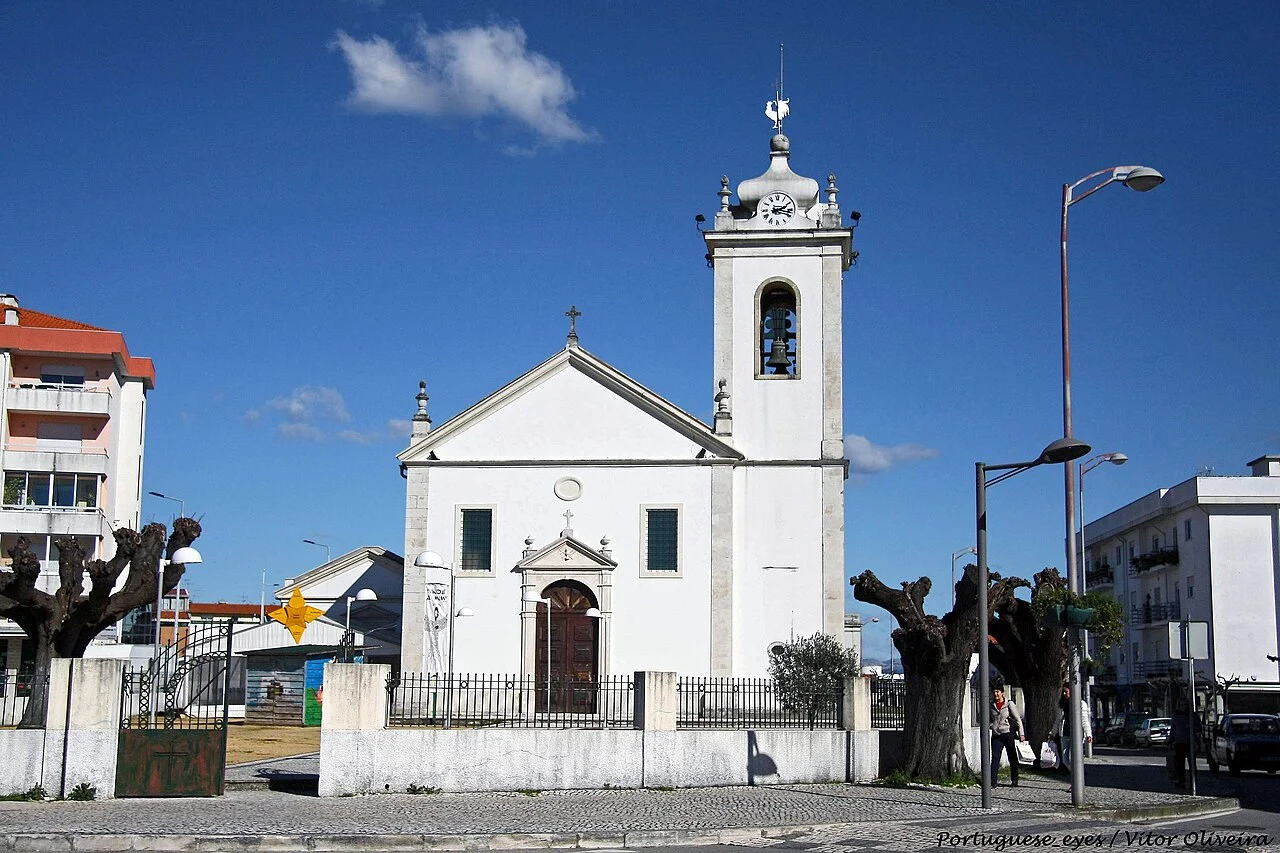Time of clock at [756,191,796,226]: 2:17
